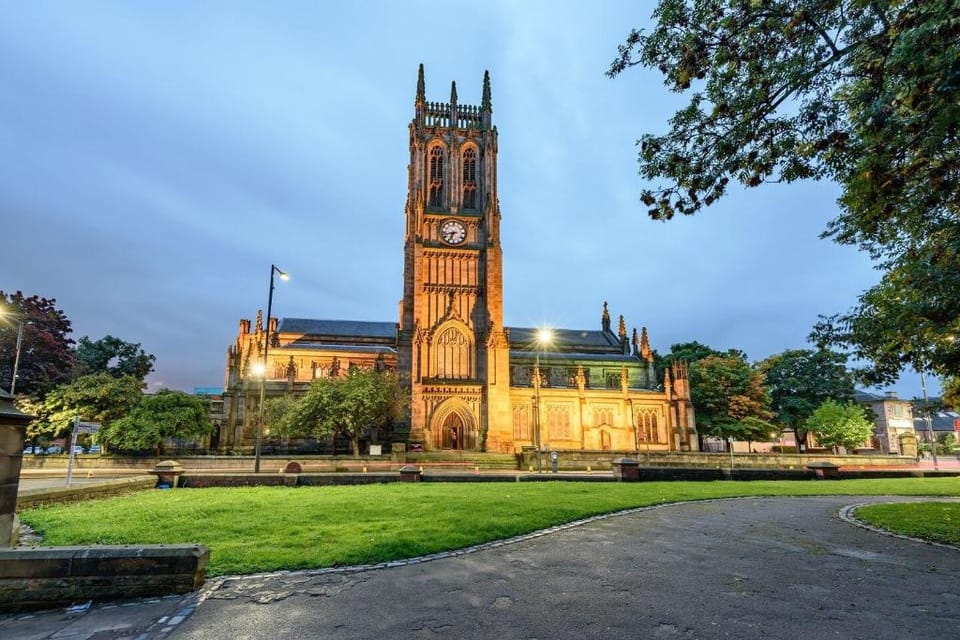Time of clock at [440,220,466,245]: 6:42
